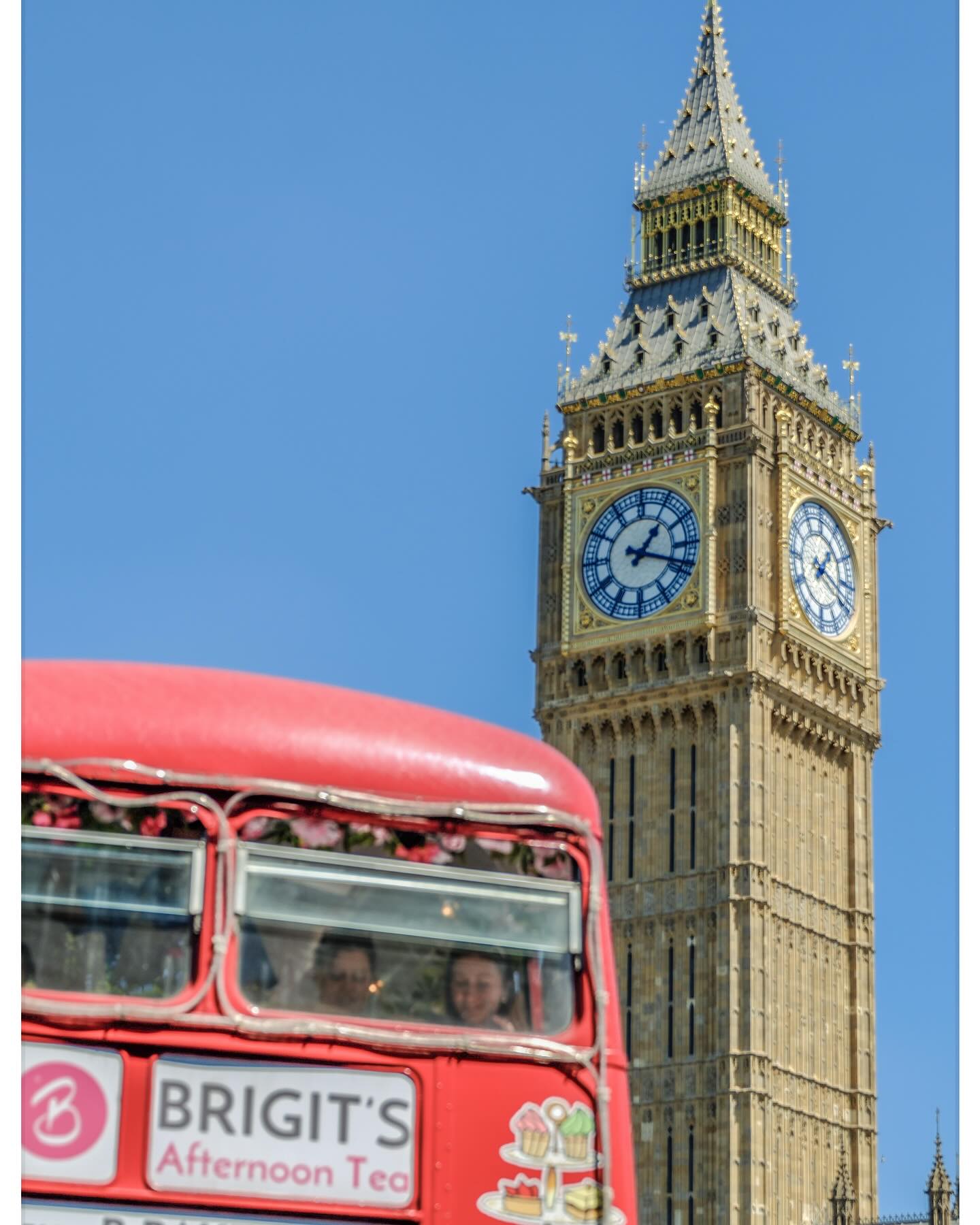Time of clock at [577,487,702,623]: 1:18
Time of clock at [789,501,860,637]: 1:18
